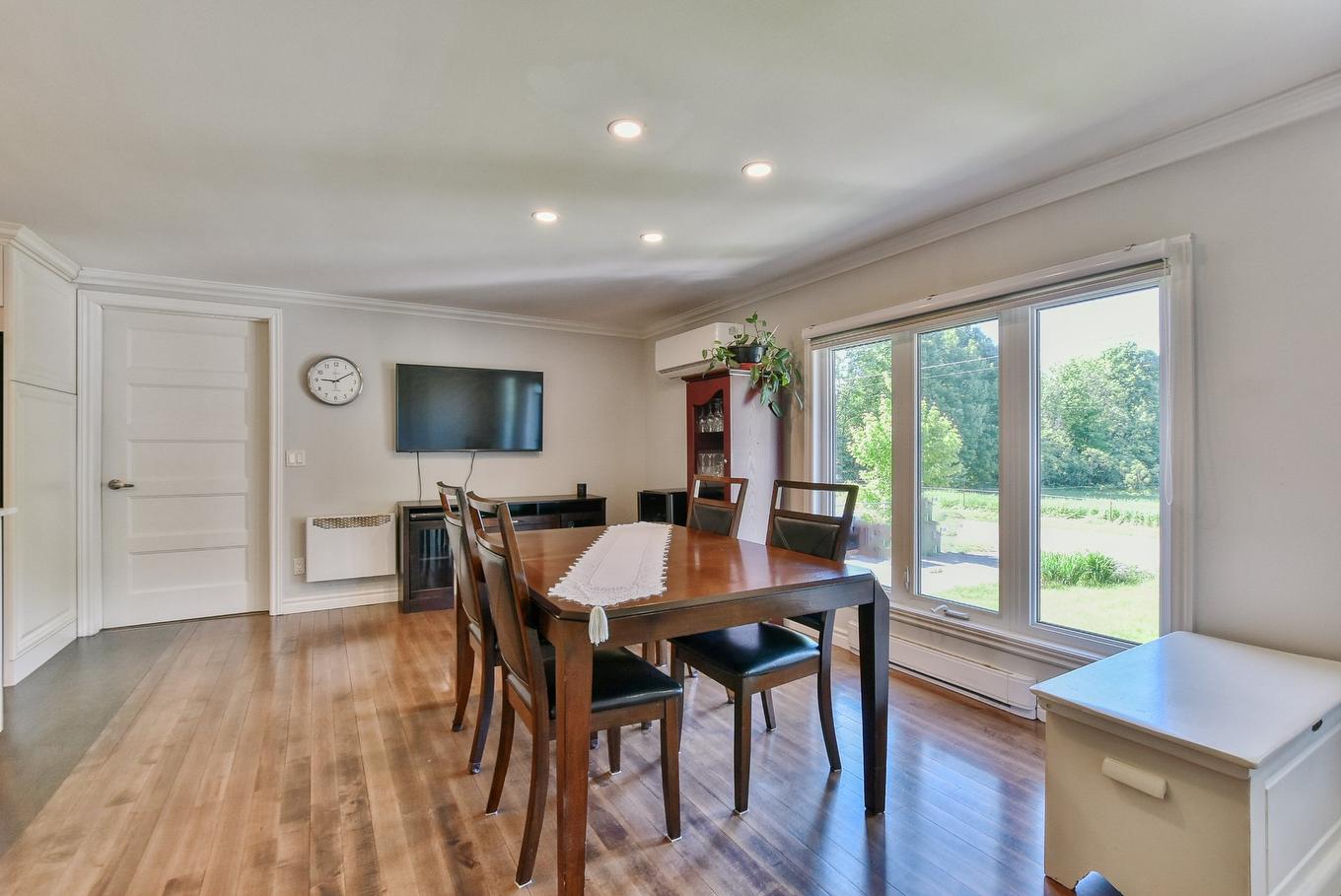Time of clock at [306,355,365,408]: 9:10
